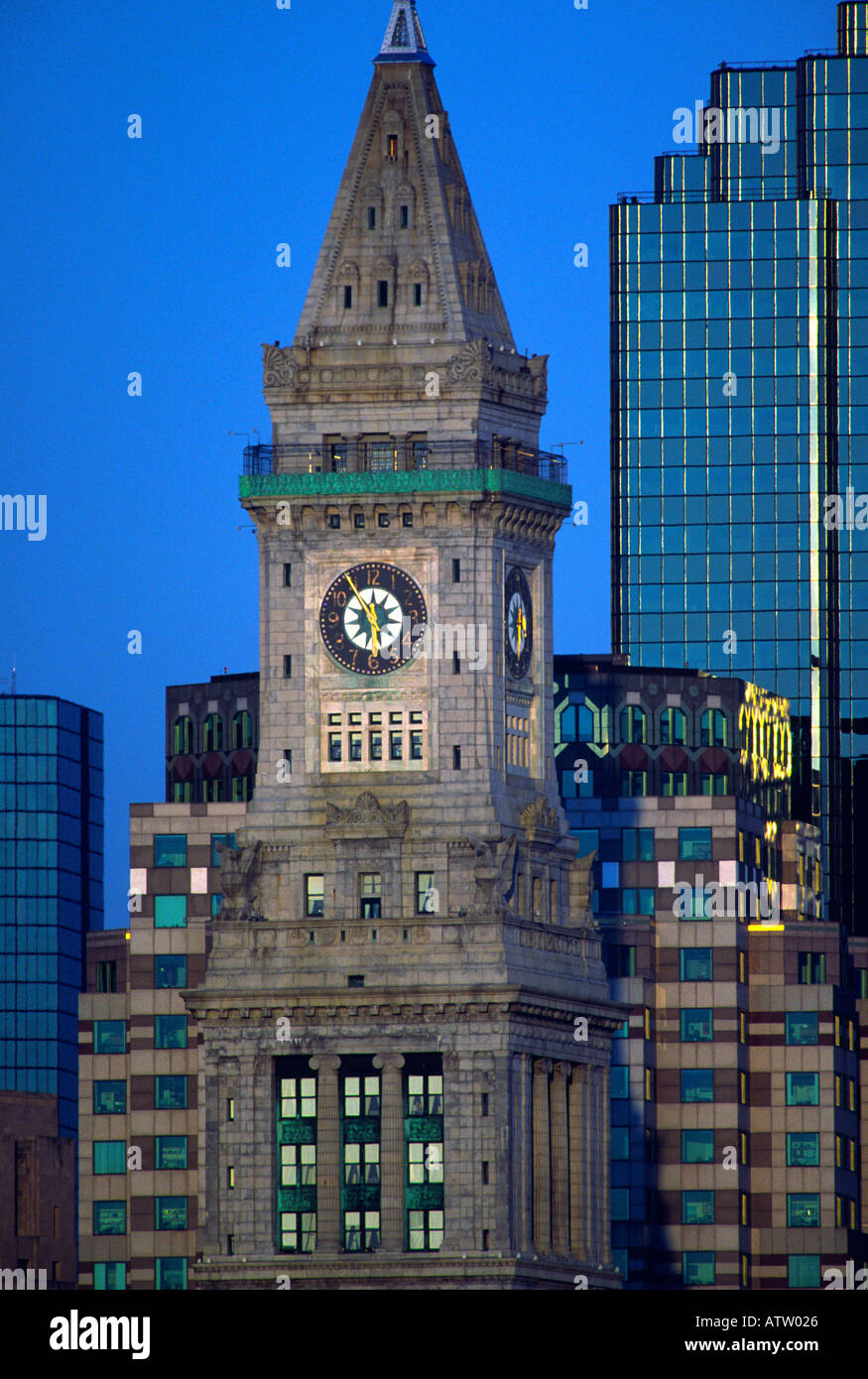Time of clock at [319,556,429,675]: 1:28
